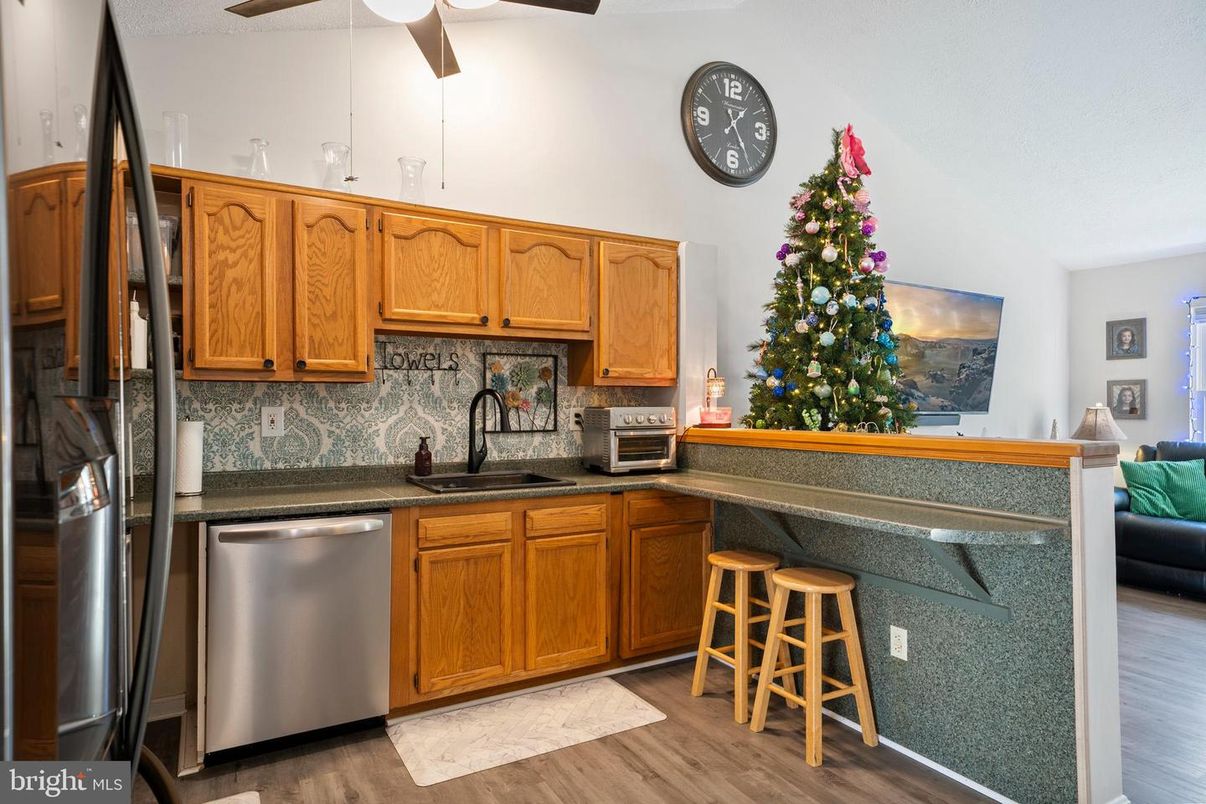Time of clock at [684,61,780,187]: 1:24
